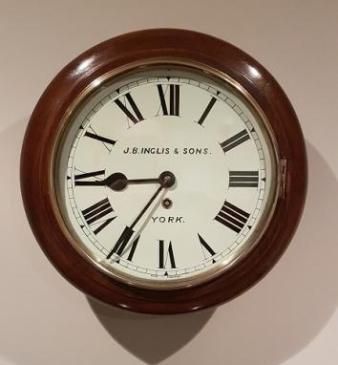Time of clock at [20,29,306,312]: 8:36
